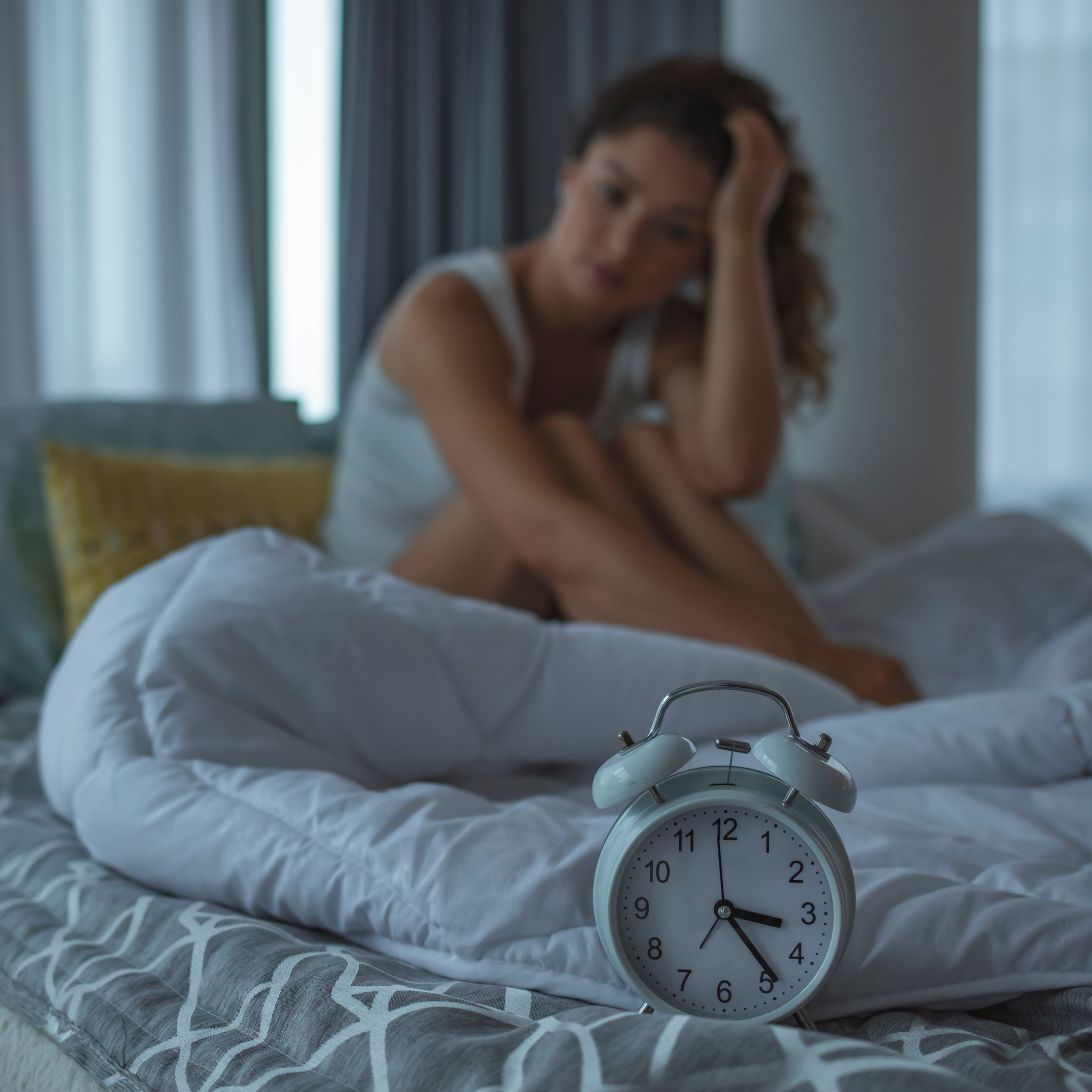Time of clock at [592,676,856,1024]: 3:23
